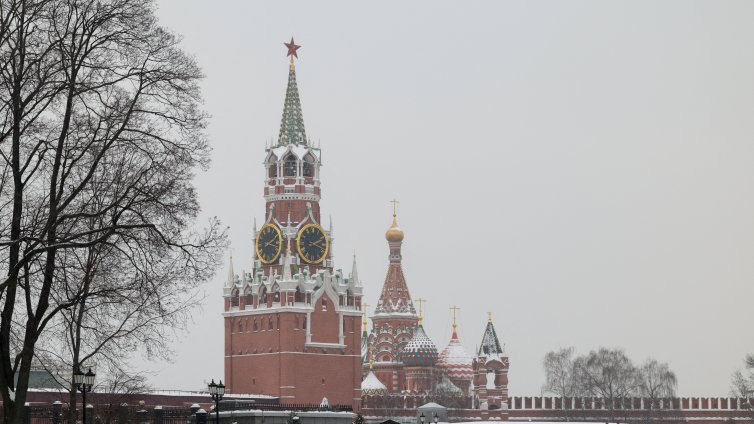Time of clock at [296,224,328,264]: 2:18
